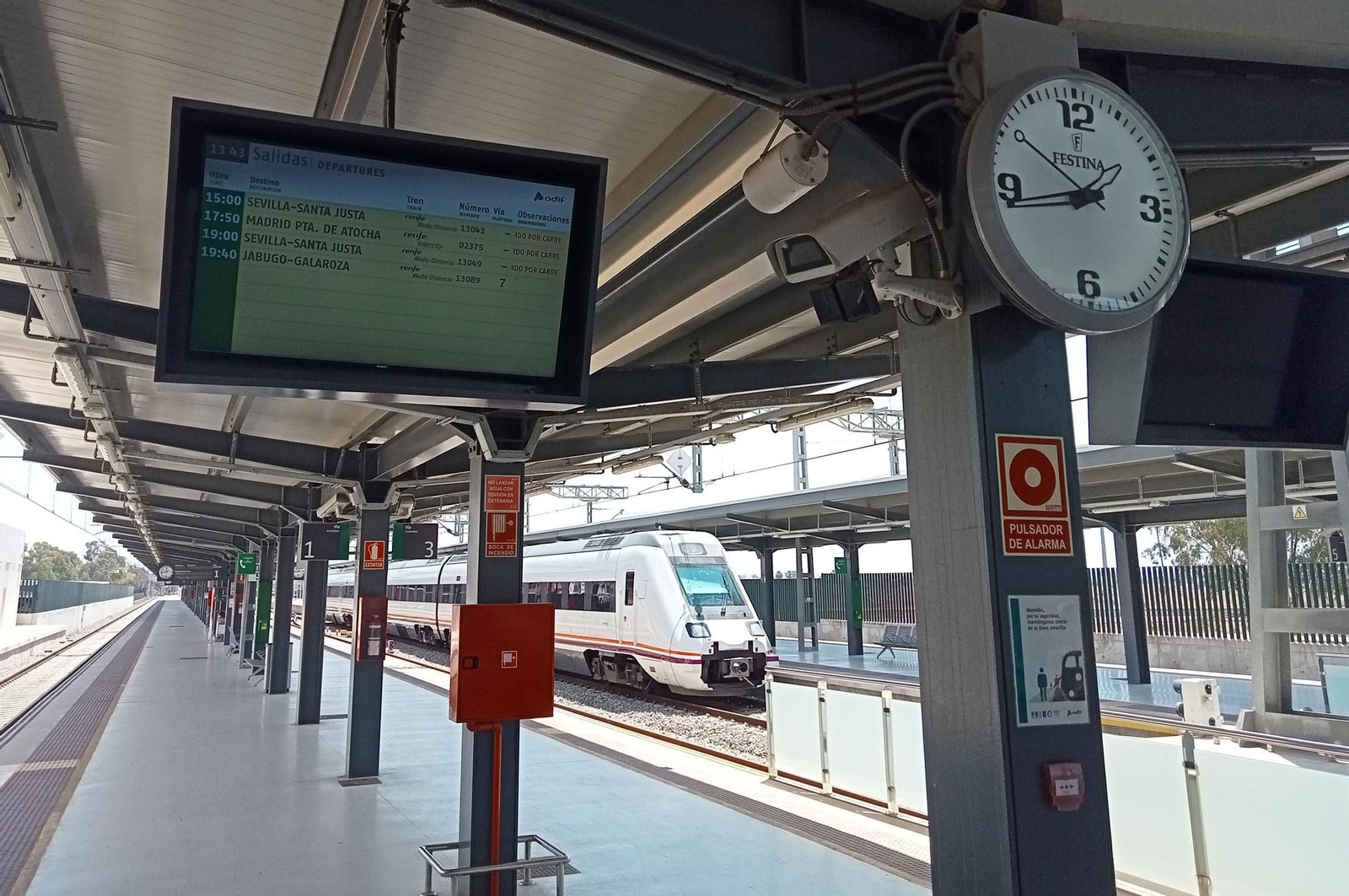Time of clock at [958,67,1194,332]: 1:50
